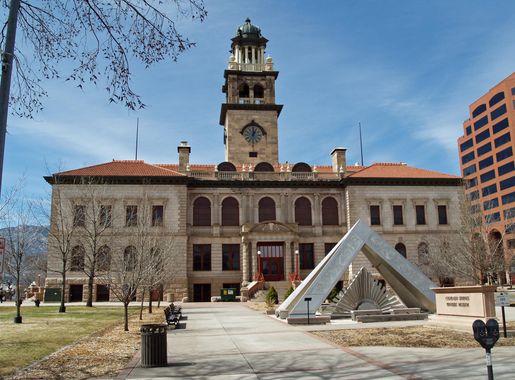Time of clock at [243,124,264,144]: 1:01
